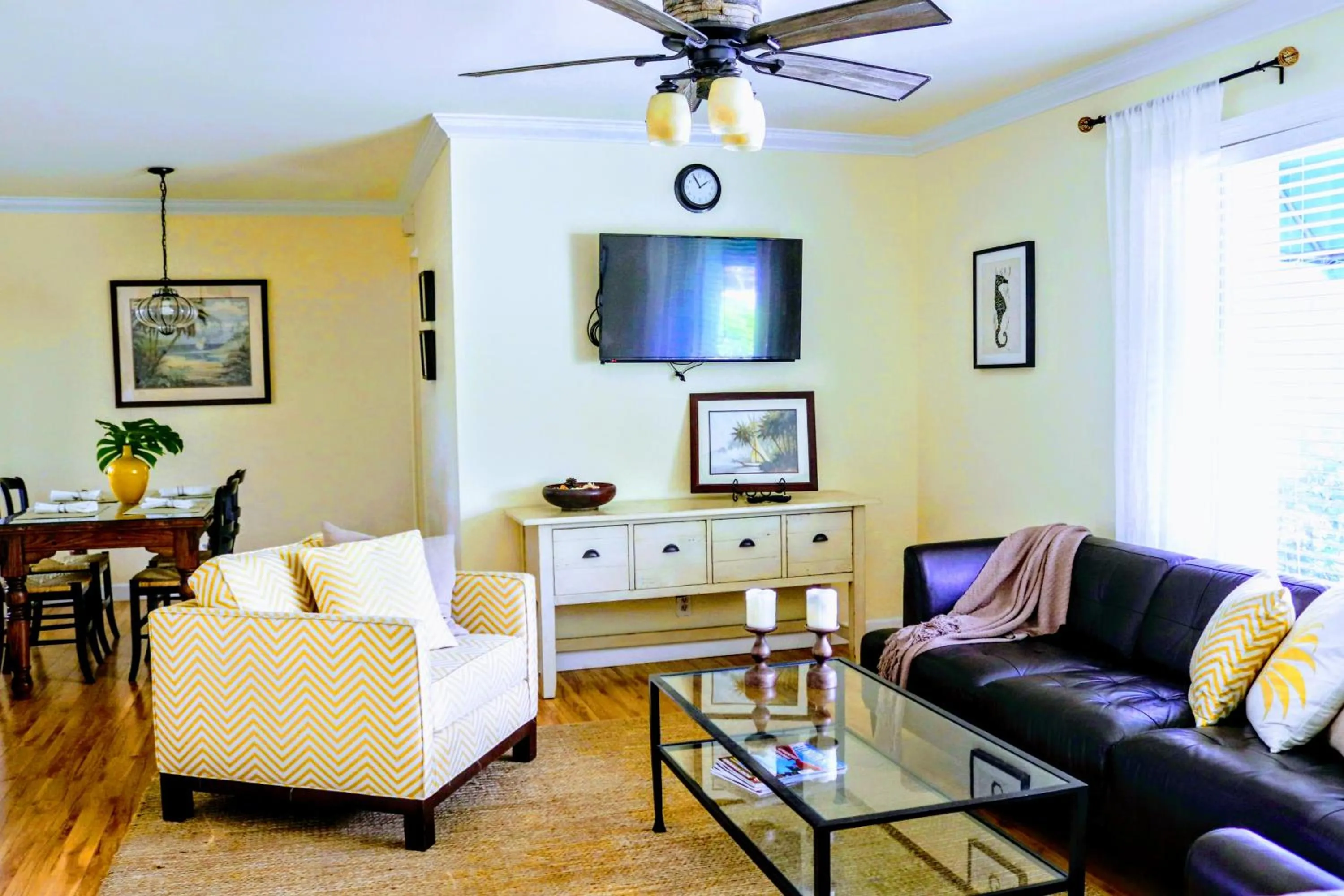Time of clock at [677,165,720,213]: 1:55
